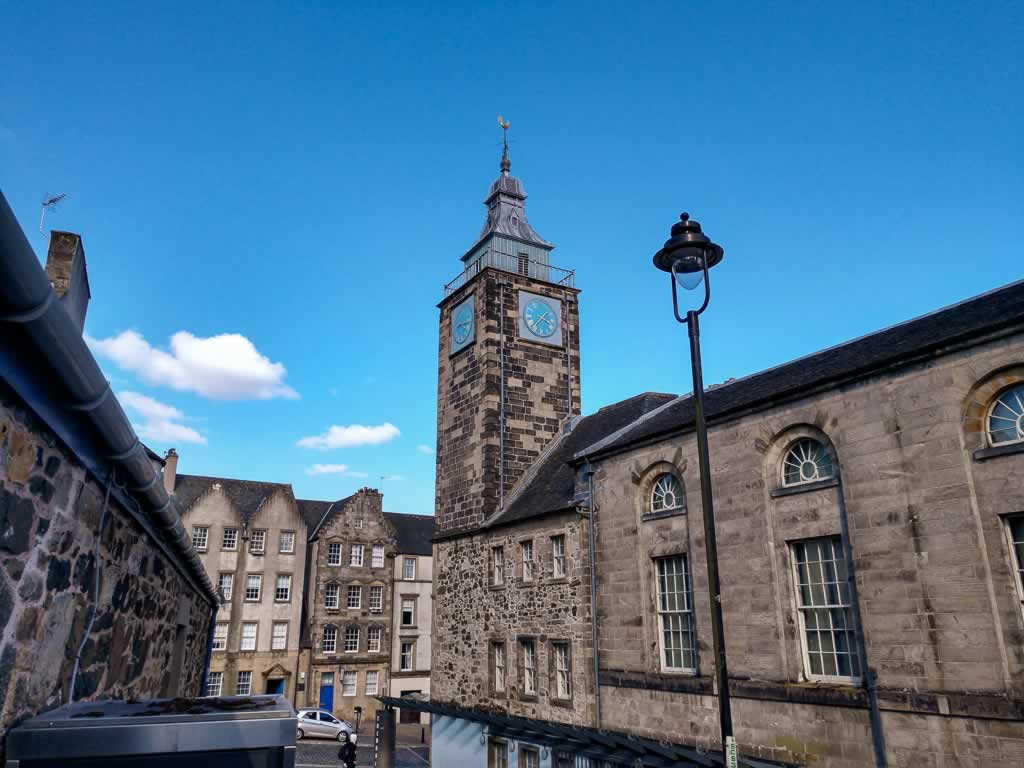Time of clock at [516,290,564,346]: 3:36
